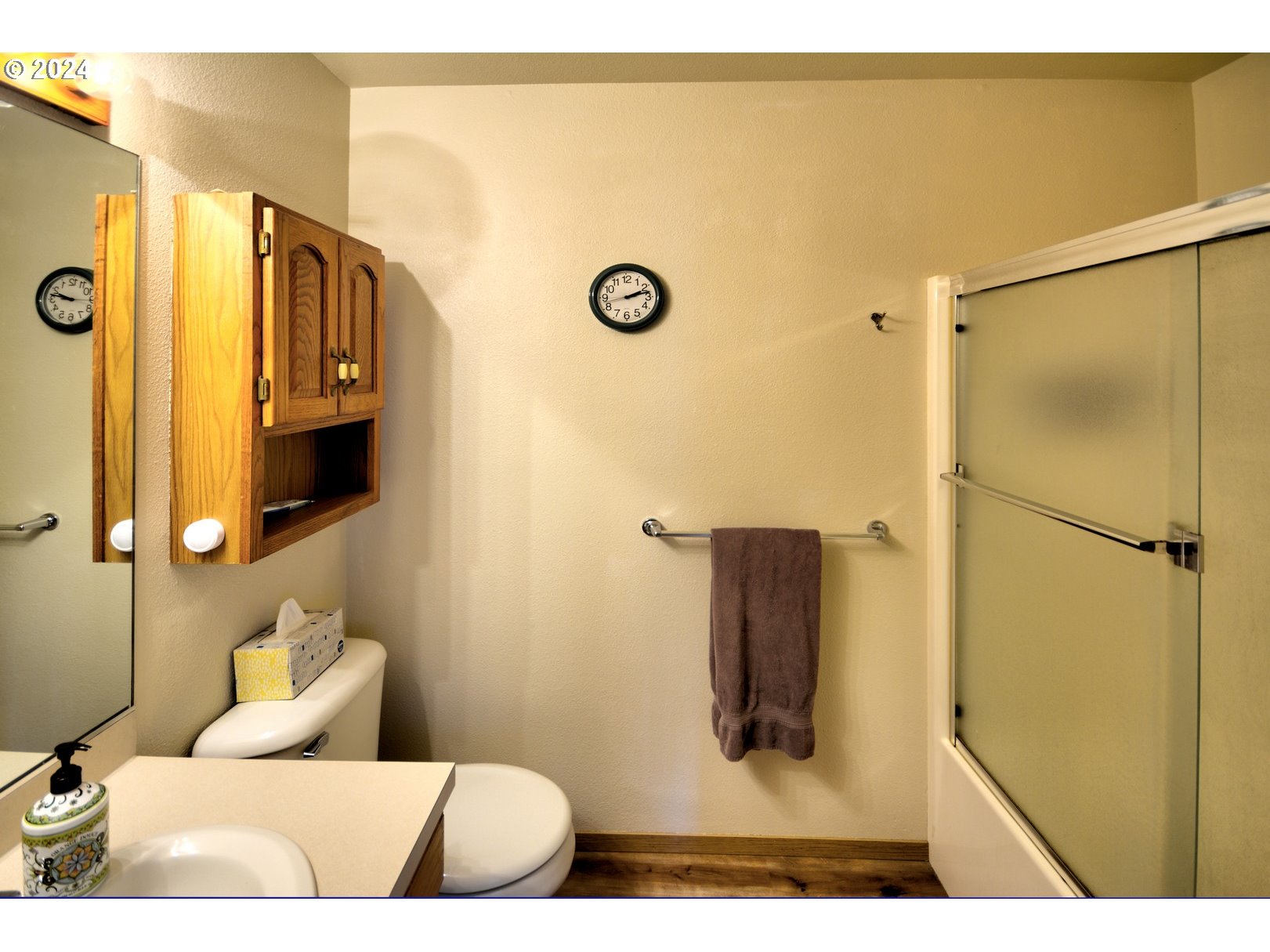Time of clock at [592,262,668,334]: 2:12
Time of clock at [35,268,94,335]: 9:47
